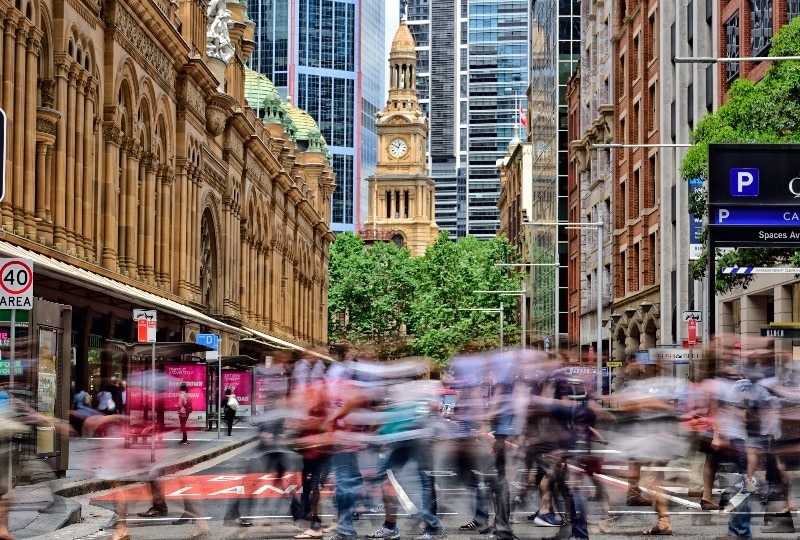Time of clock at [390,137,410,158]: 12:49
